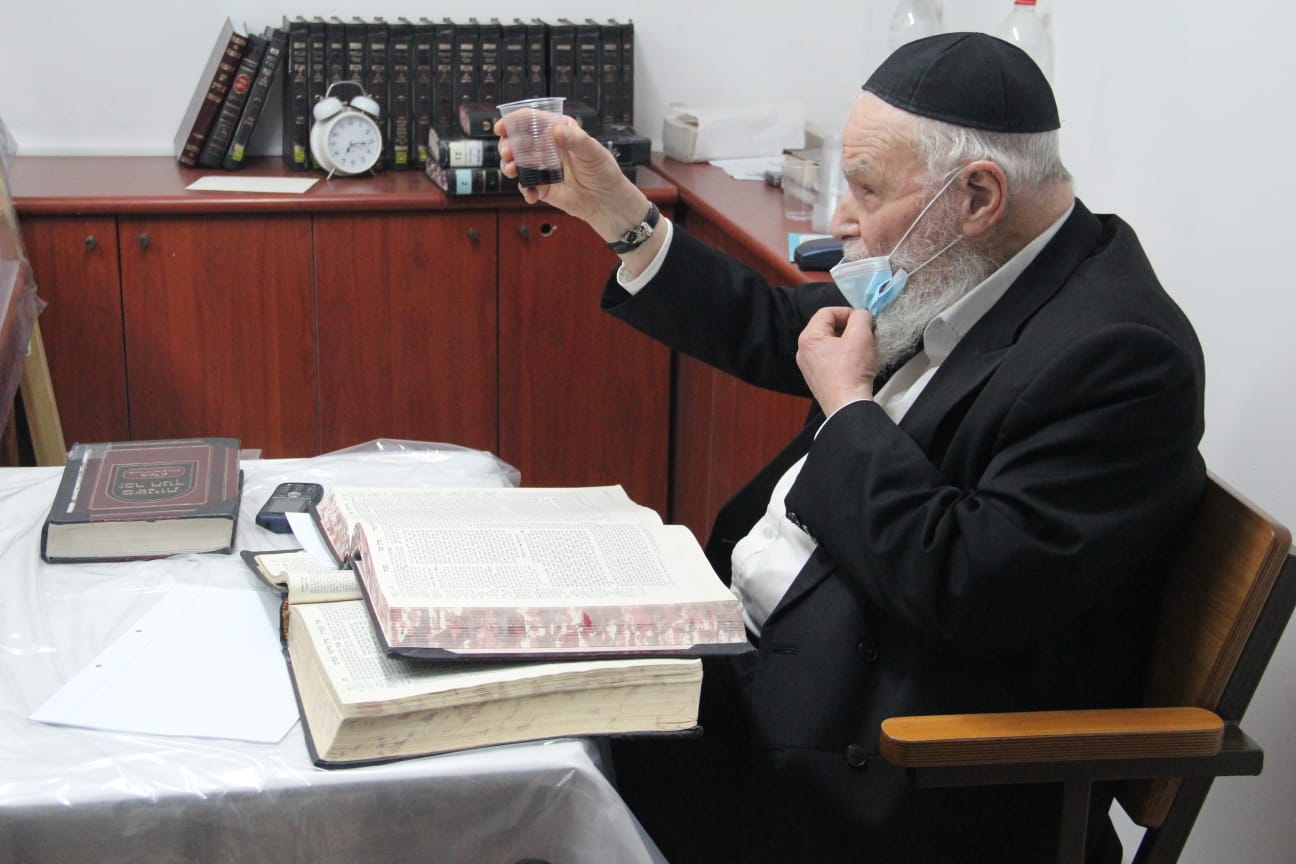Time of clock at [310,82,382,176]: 7:15
